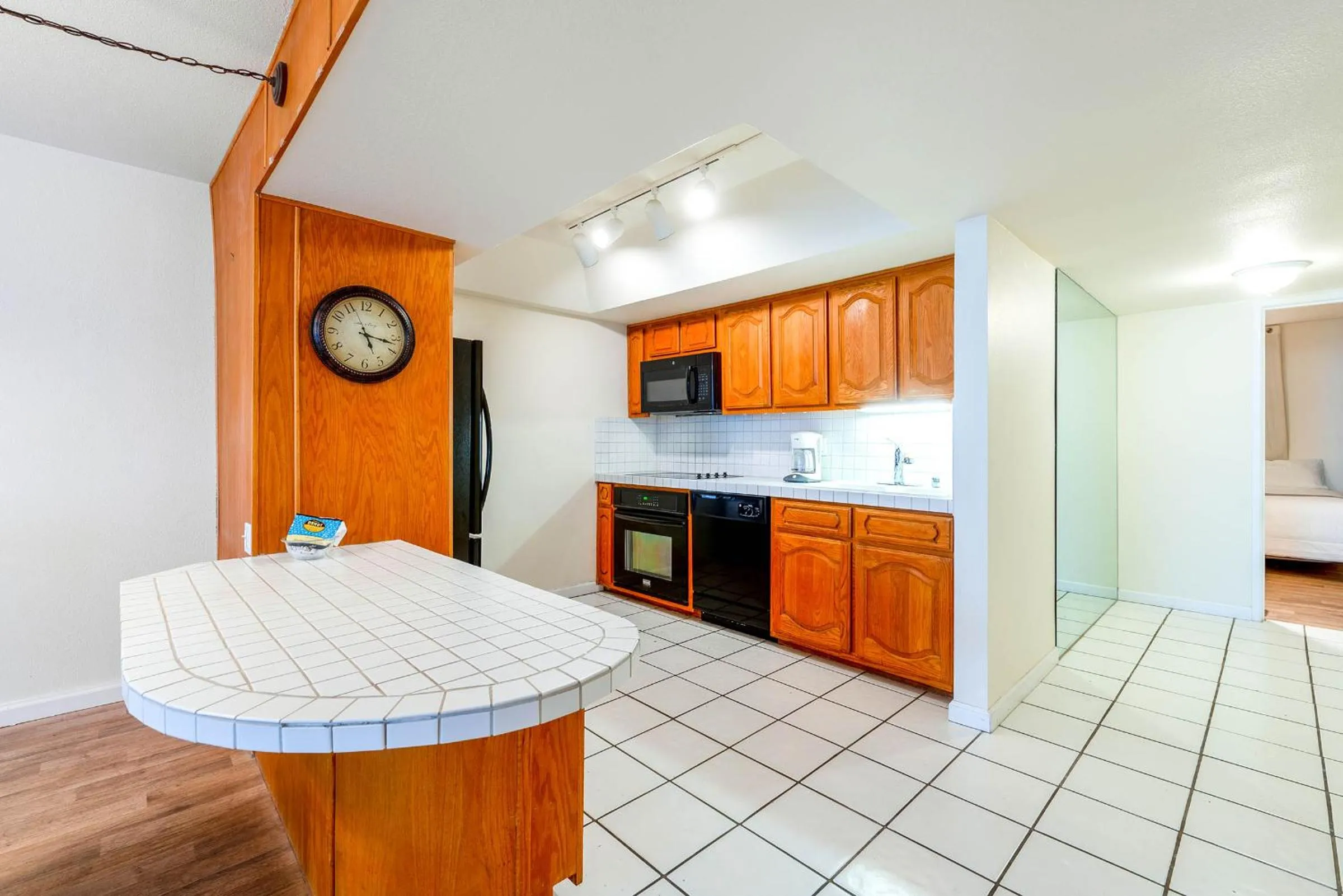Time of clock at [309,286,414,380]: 5:16
